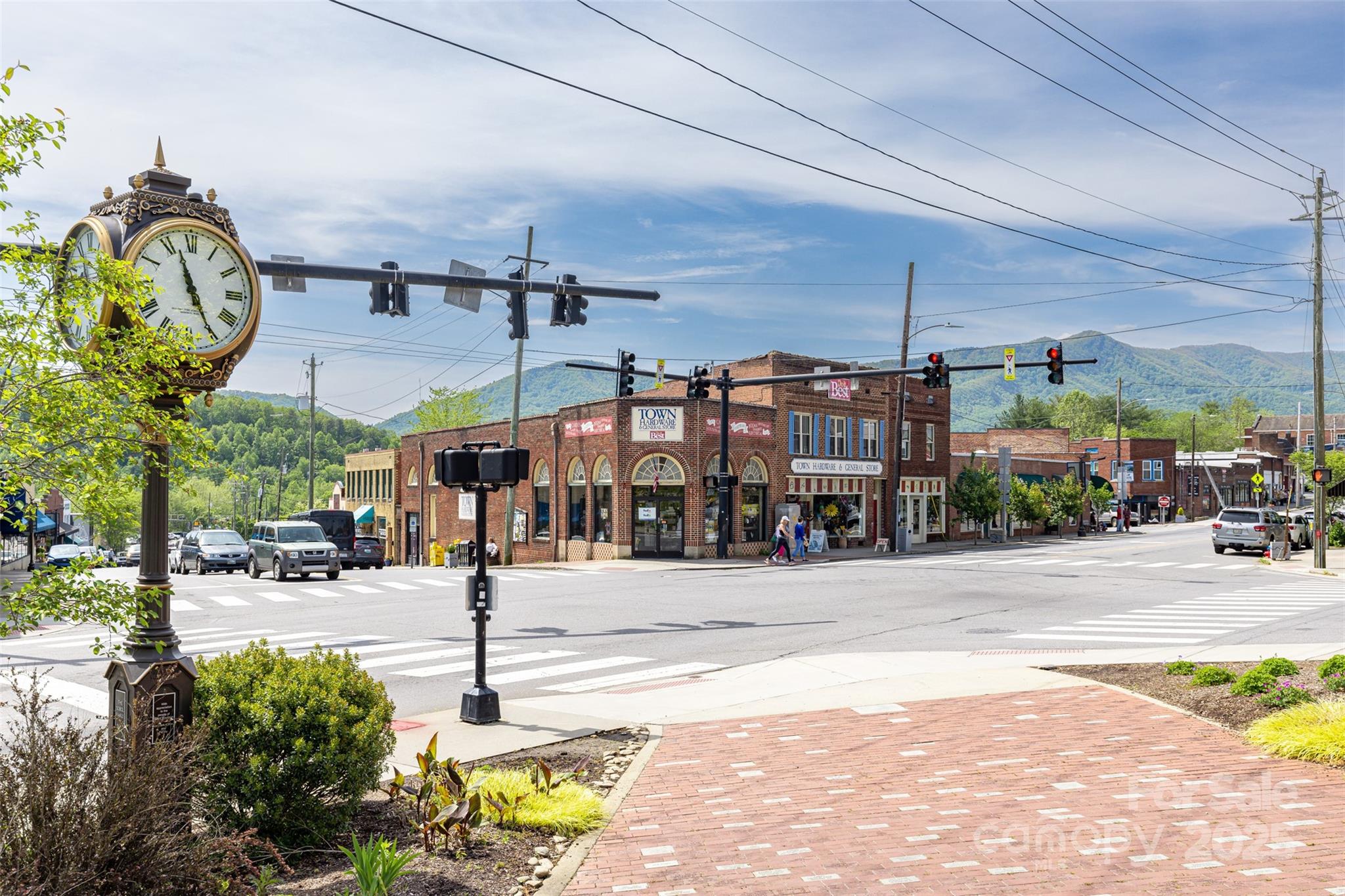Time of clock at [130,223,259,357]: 11:25
